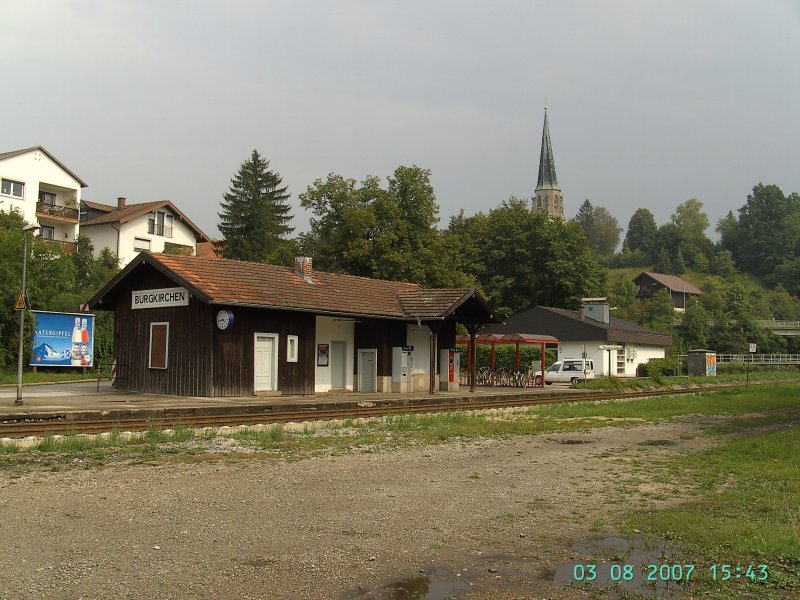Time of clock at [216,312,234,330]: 3:43
